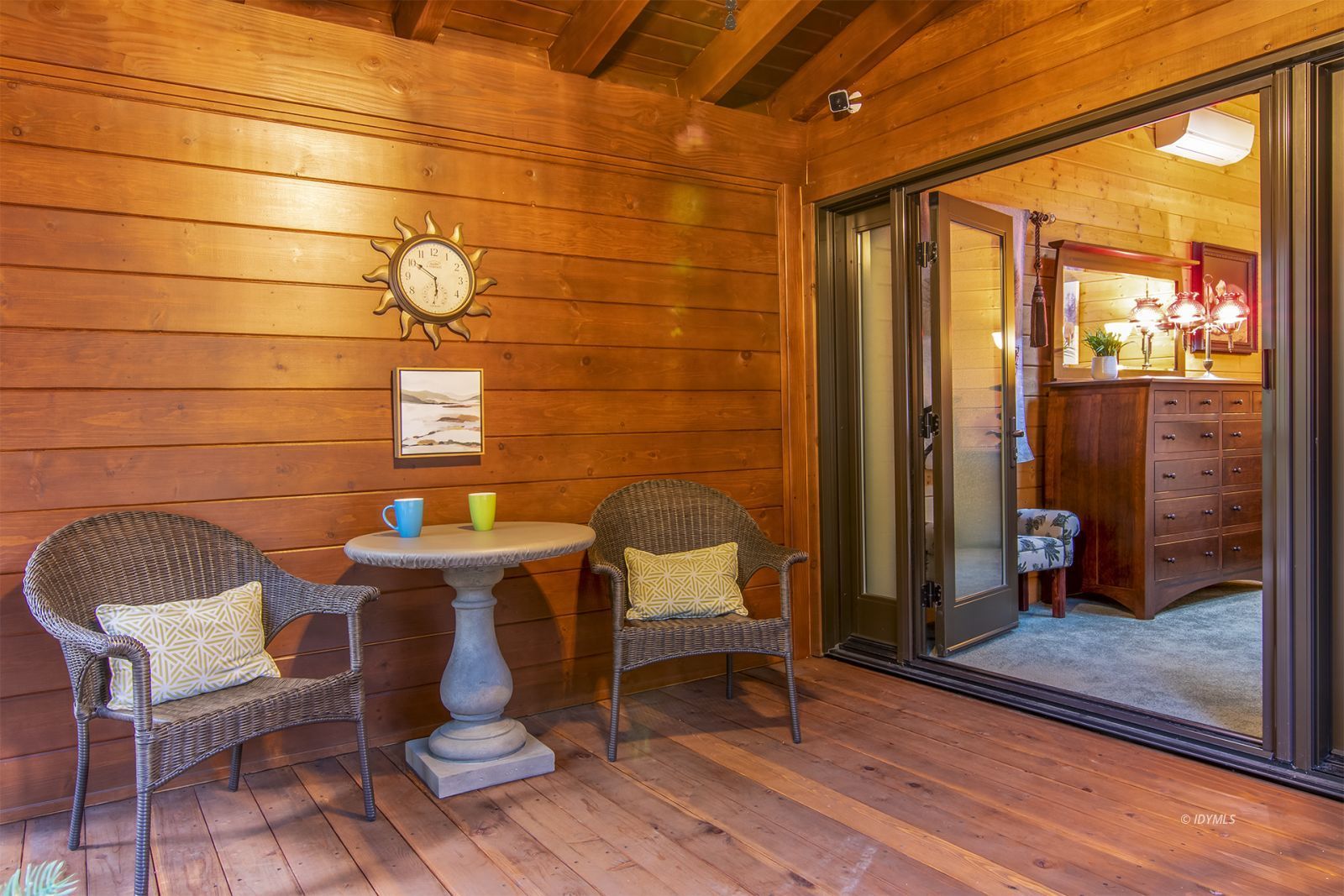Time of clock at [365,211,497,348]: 5:51
